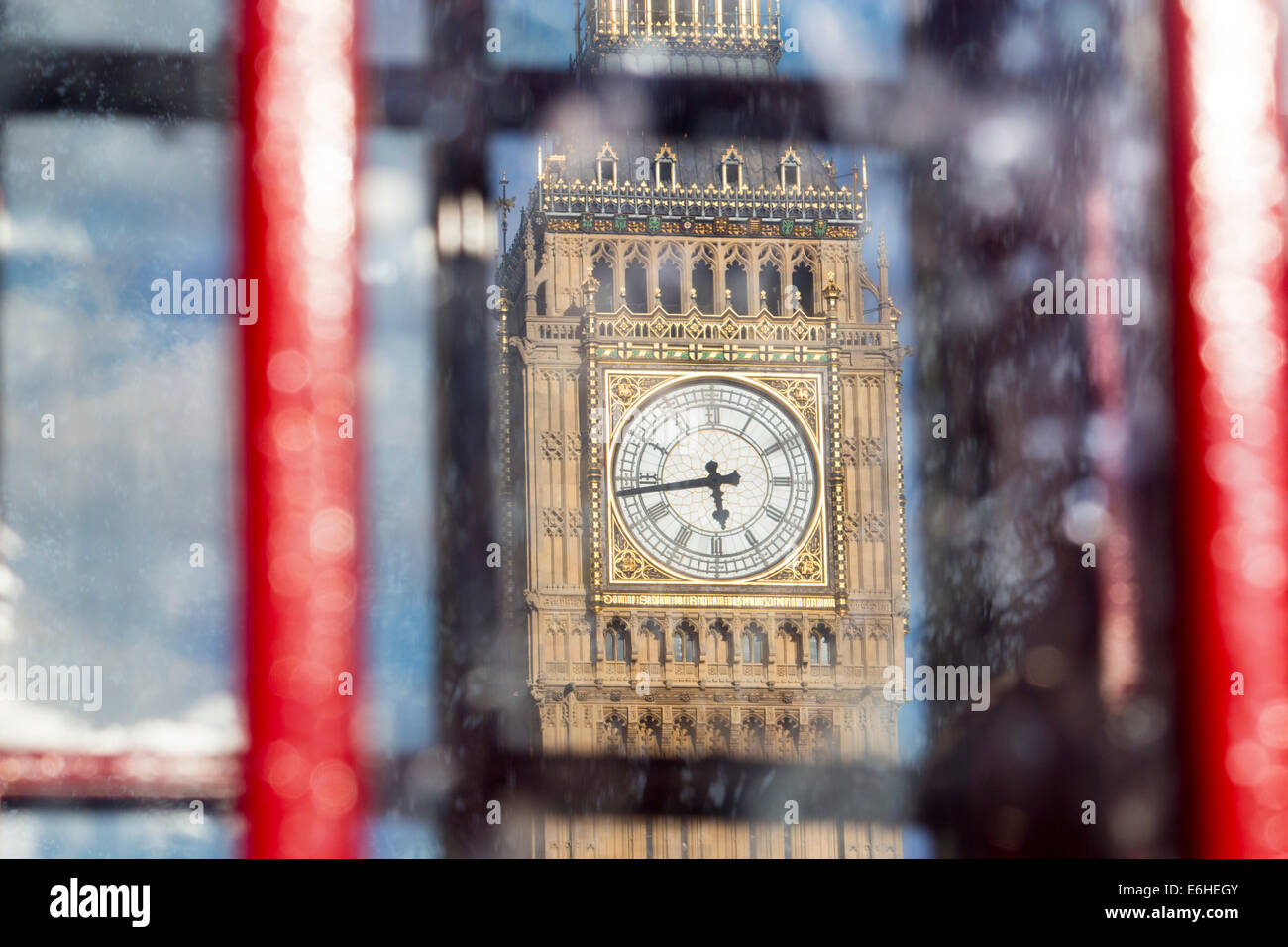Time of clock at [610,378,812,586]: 5:43
